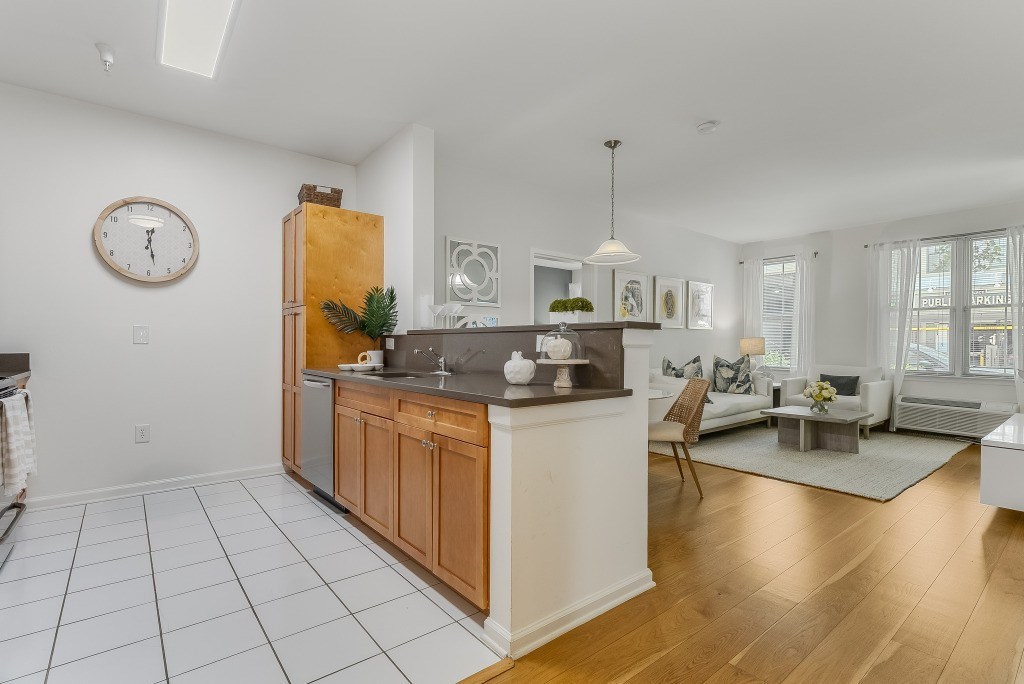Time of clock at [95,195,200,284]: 12:27
